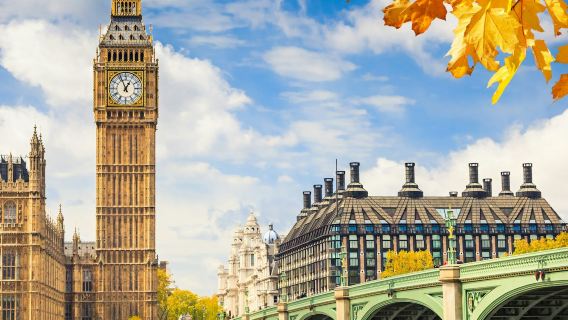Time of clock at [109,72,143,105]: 12:56
